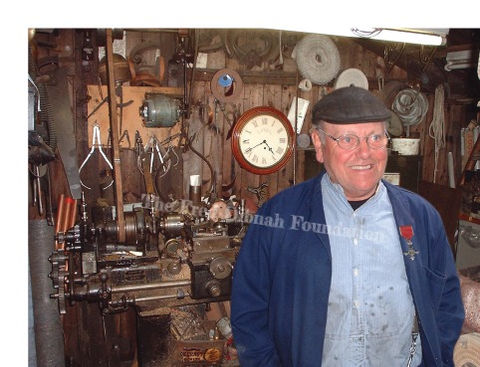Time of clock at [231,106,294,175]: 4:40
